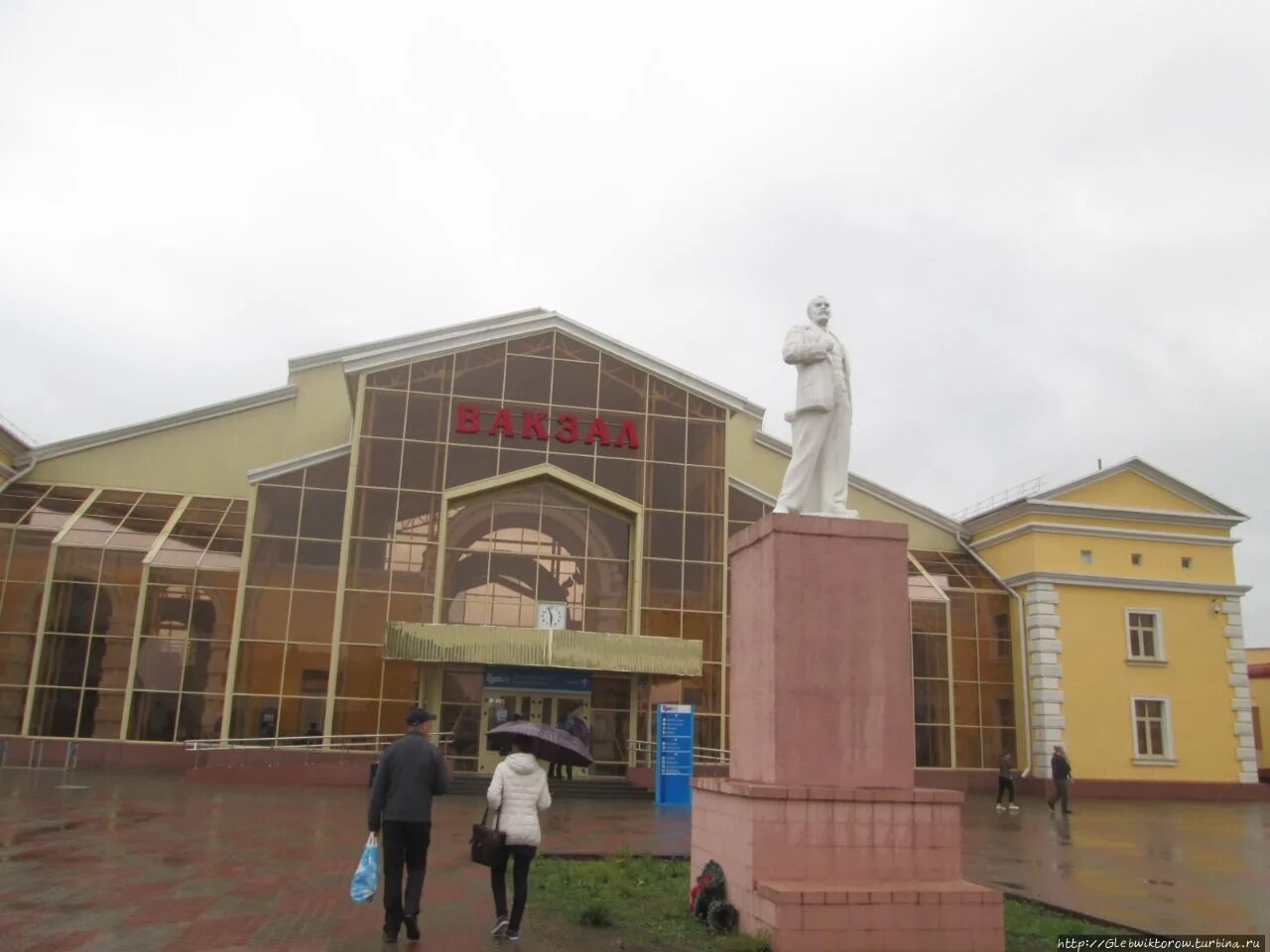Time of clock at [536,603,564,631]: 5:57
